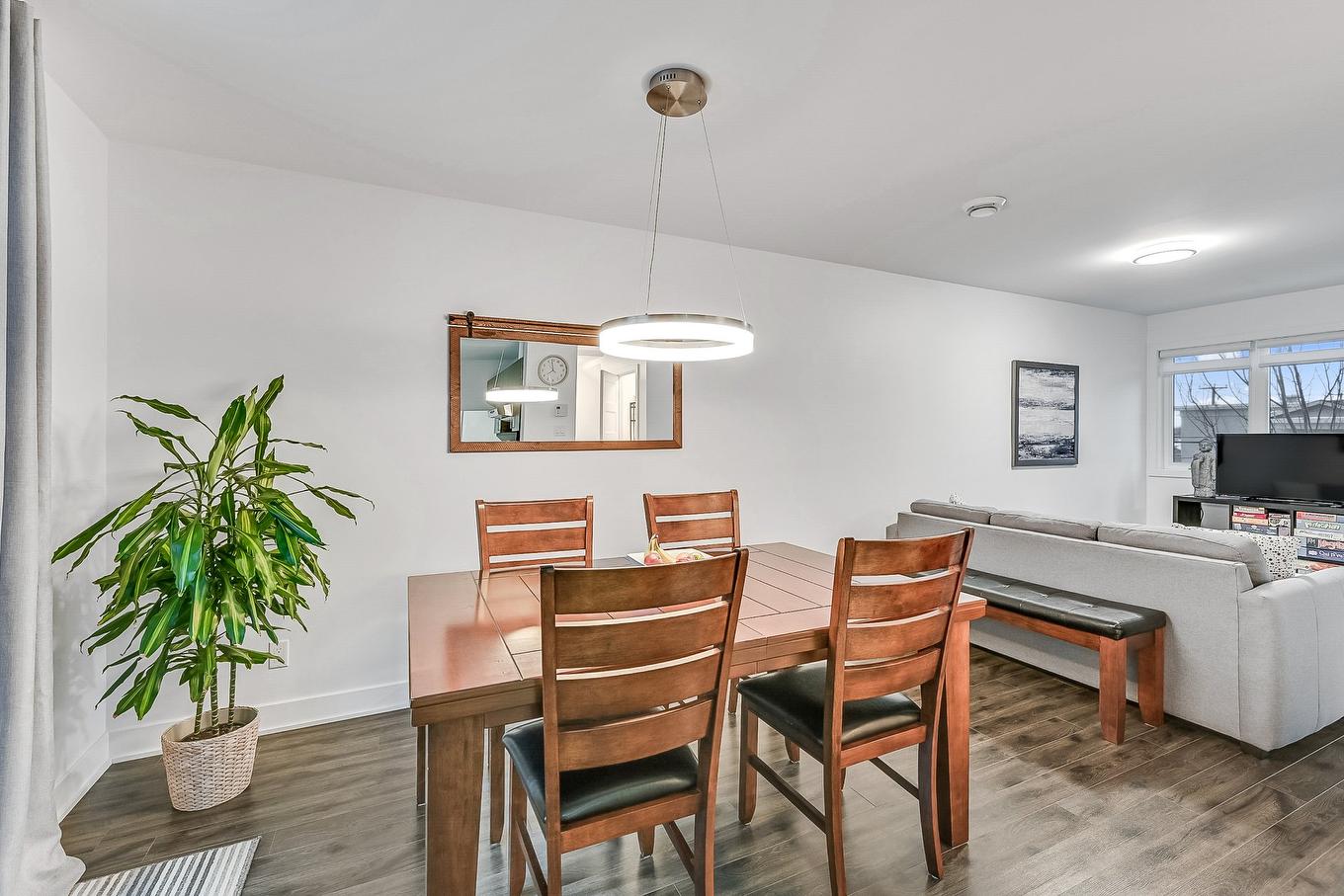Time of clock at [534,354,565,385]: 7:59
